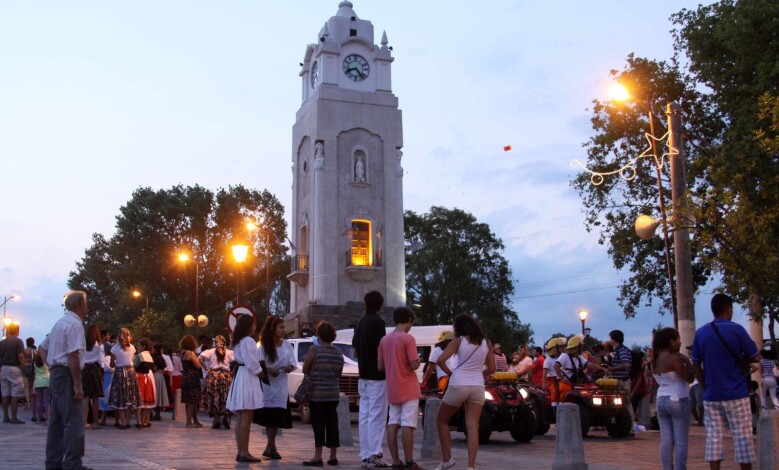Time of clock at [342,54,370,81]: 8:23
